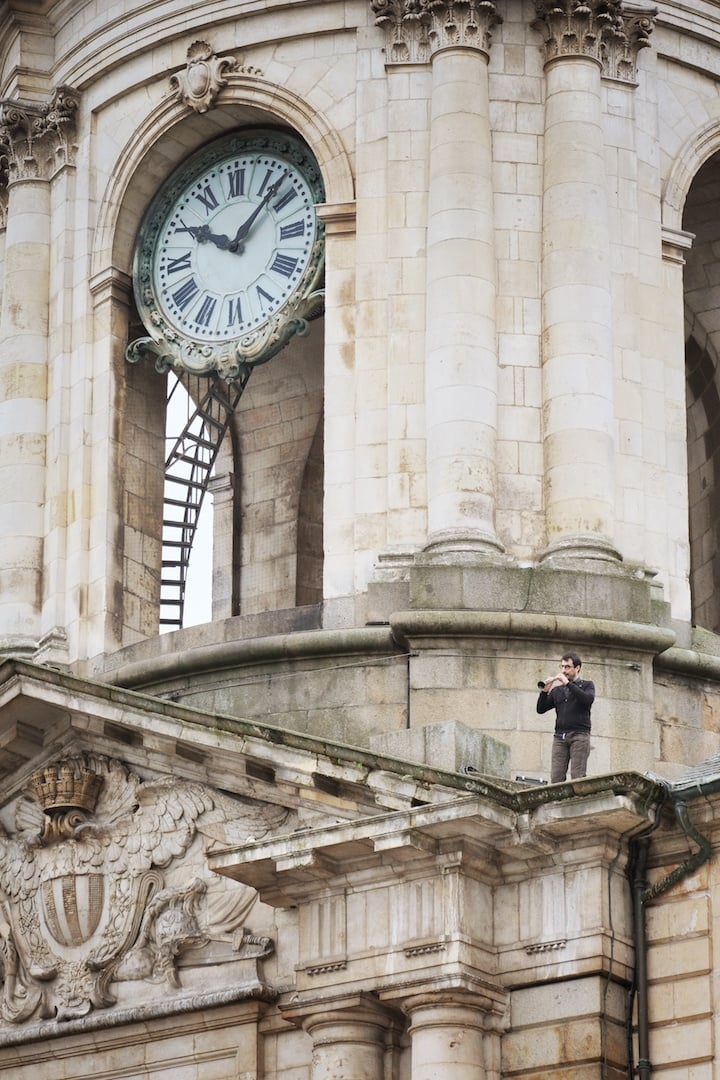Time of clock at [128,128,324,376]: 10:07
